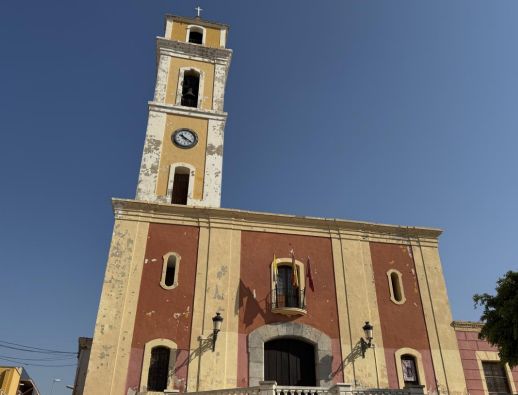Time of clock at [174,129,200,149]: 10:20
